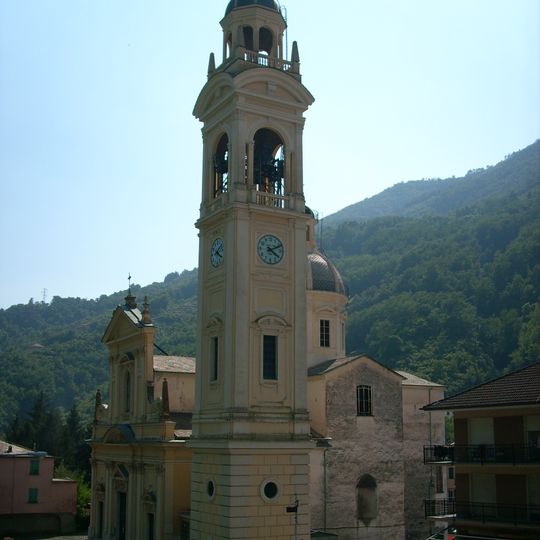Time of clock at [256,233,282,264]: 4:10
